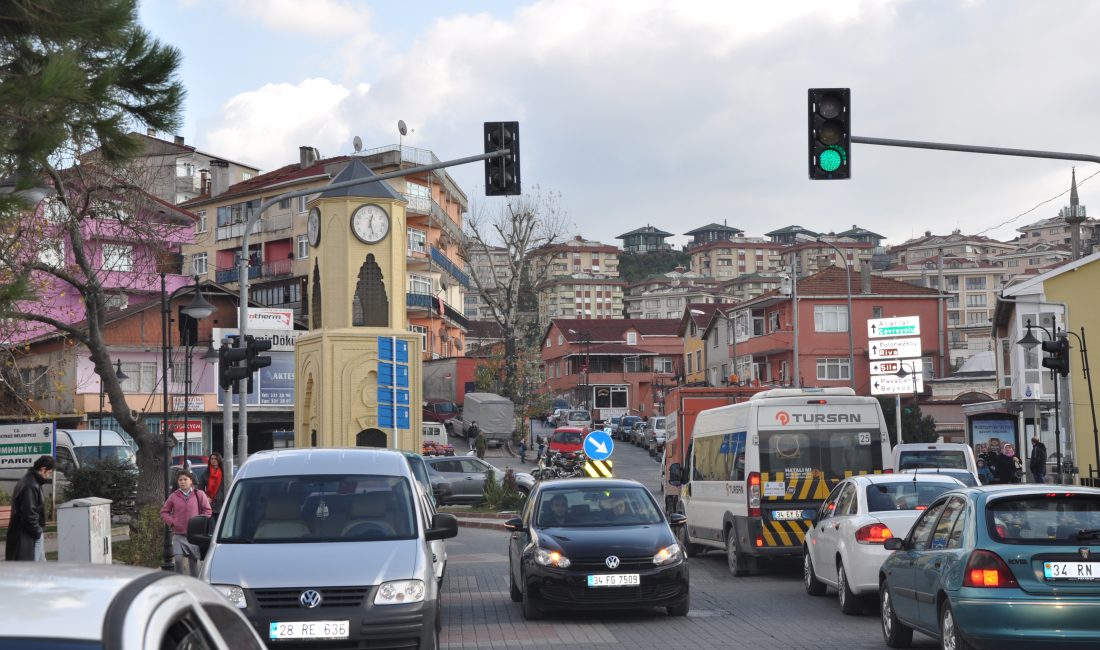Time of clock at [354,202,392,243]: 12:27
